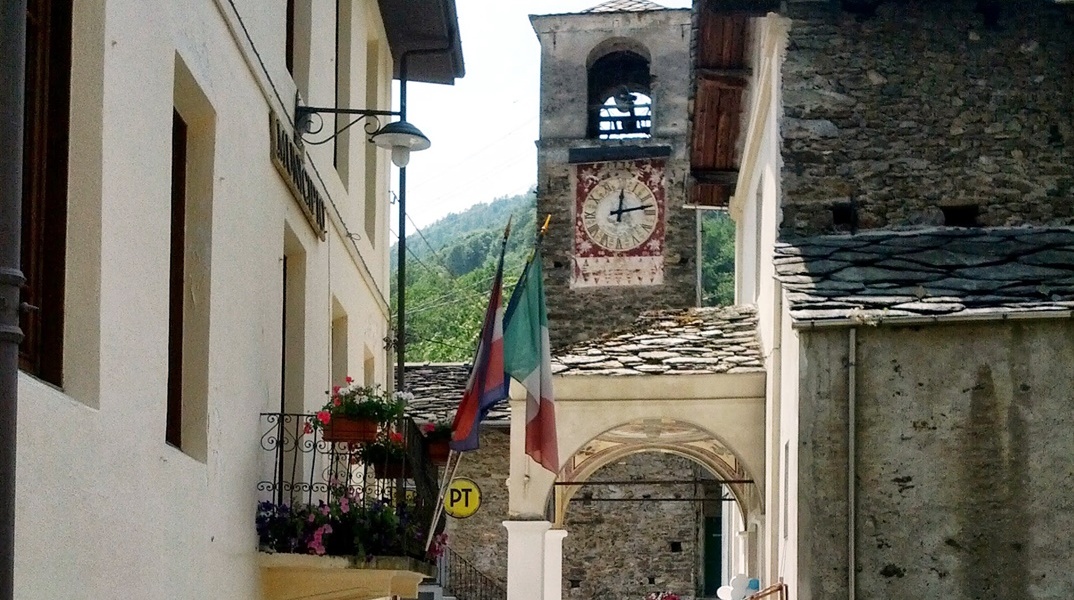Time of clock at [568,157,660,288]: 12:13
